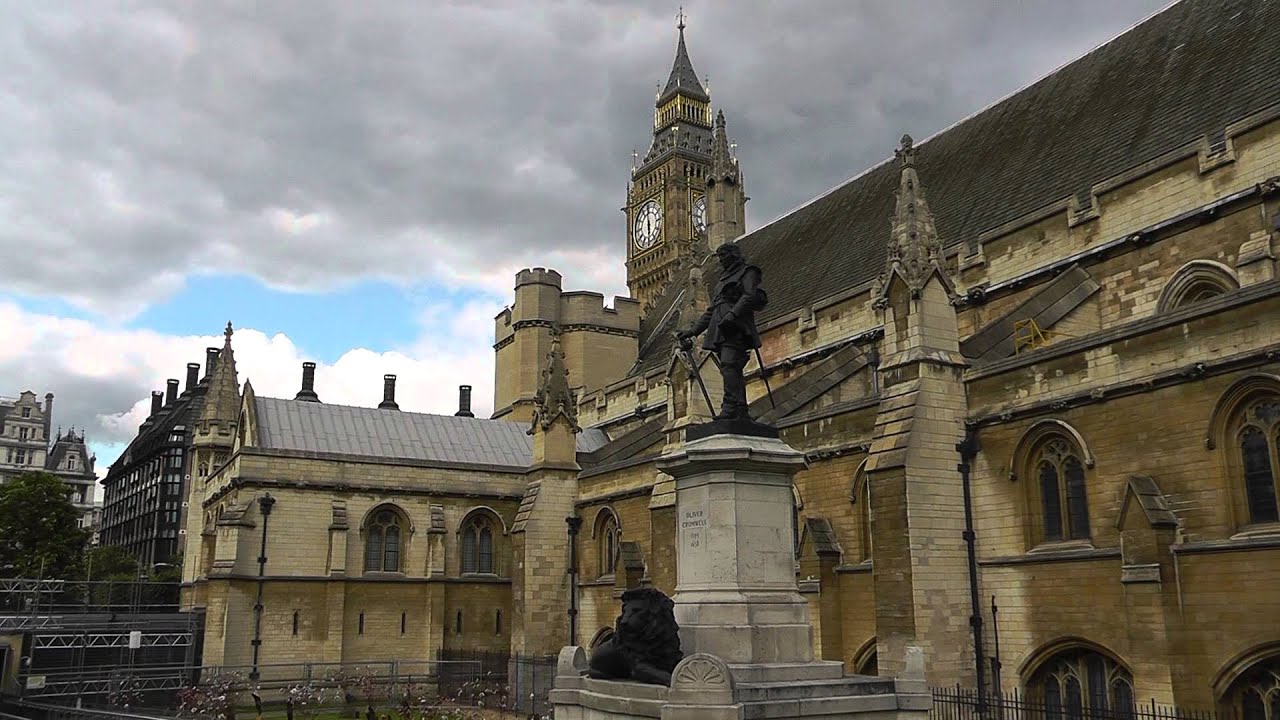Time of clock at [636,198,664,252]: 5:59
